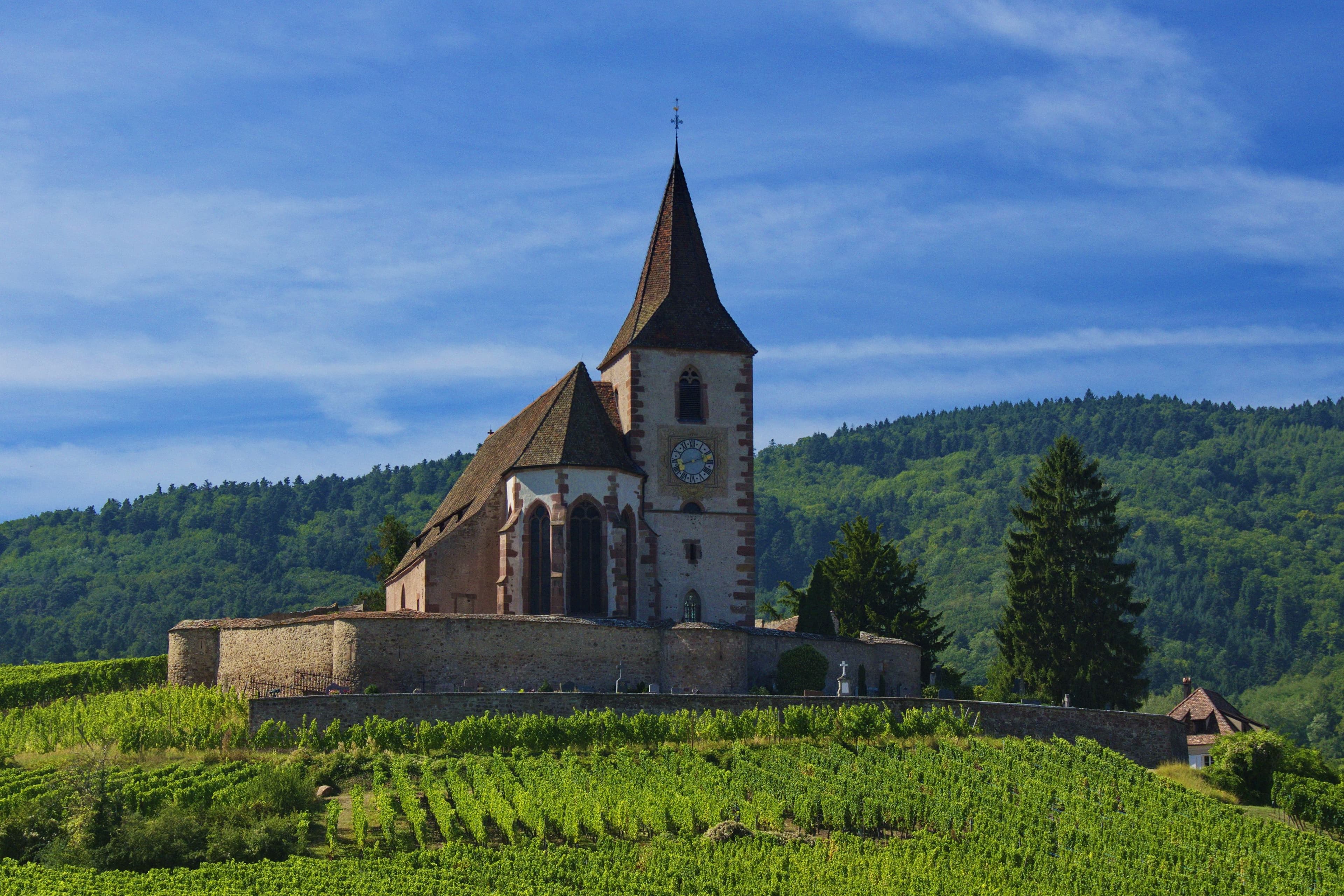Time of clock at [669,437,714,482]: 8:11
